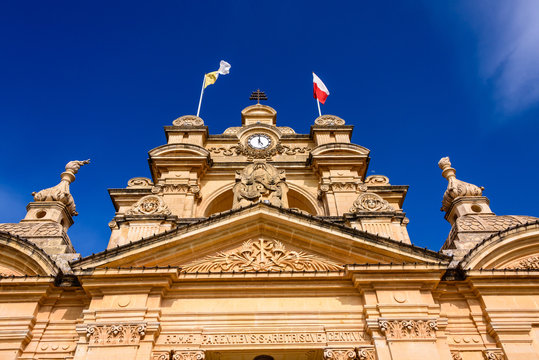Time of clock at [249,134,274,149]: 5:00
